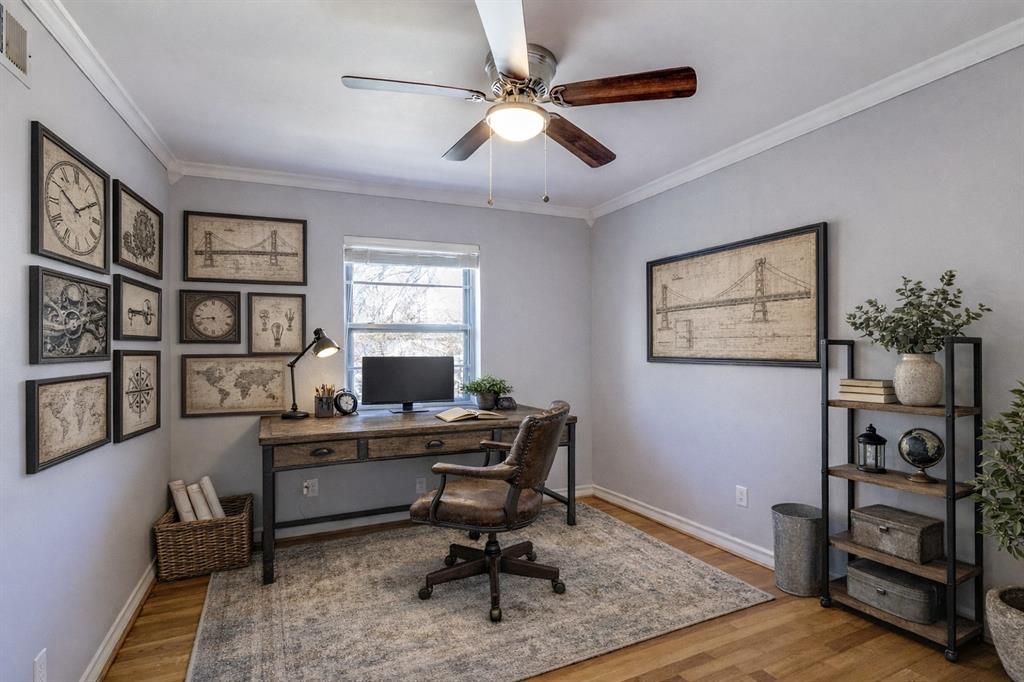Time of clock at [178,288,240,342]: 8:43
